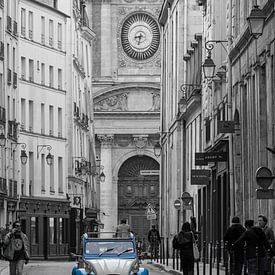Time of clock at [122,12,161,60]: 8:32
